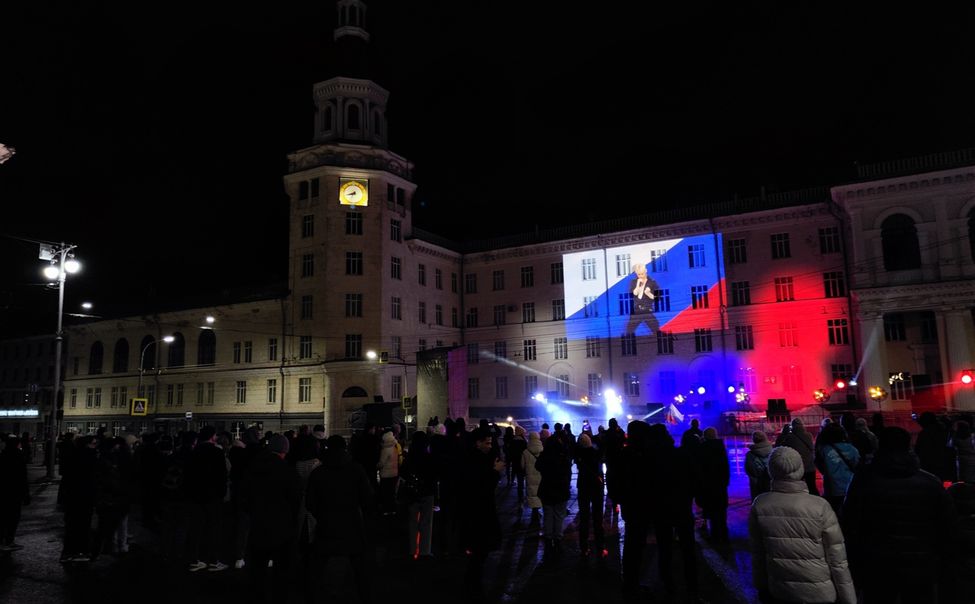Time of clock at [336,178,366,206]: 8:34
